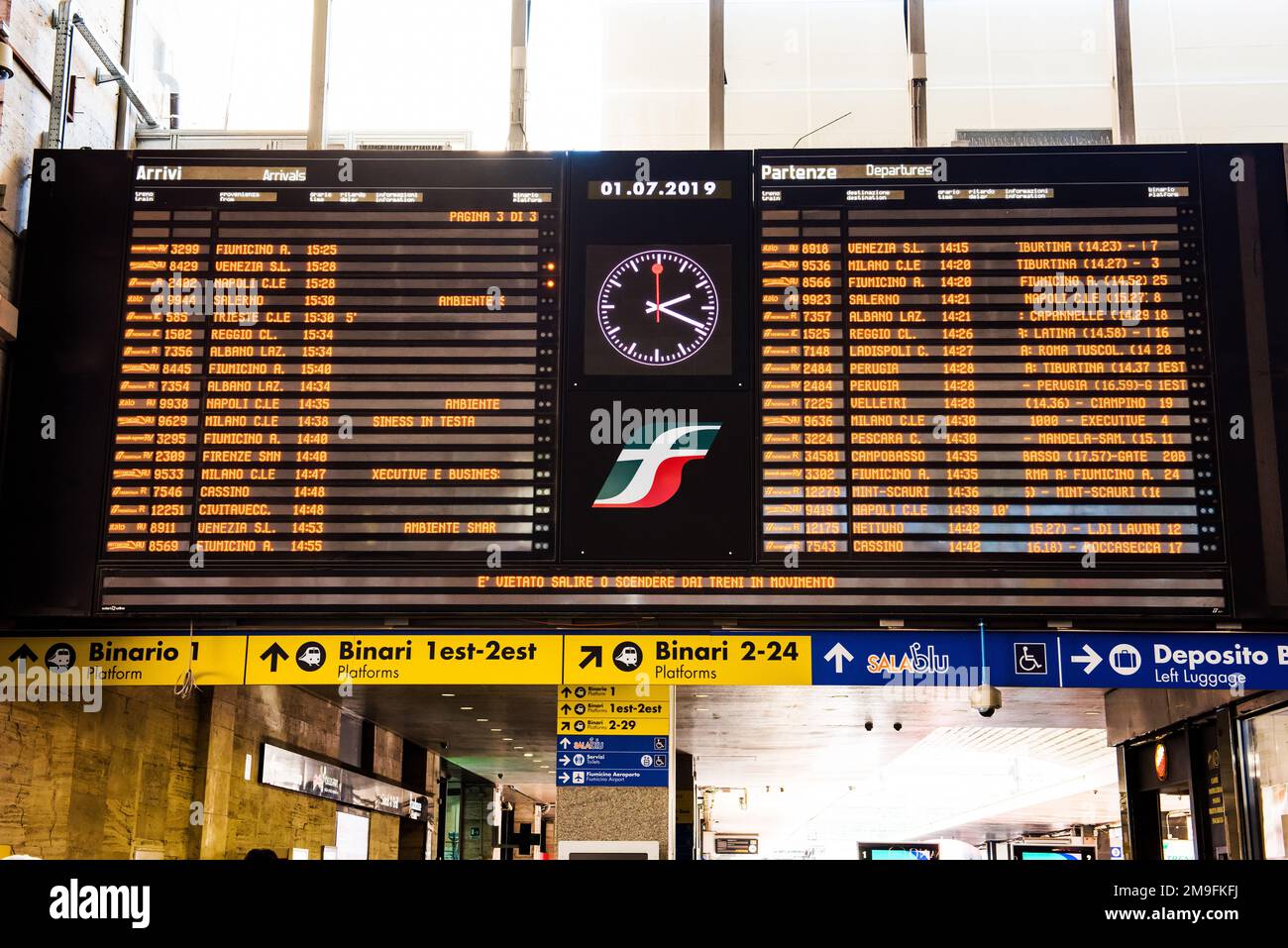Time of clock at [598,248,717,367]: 2:18
